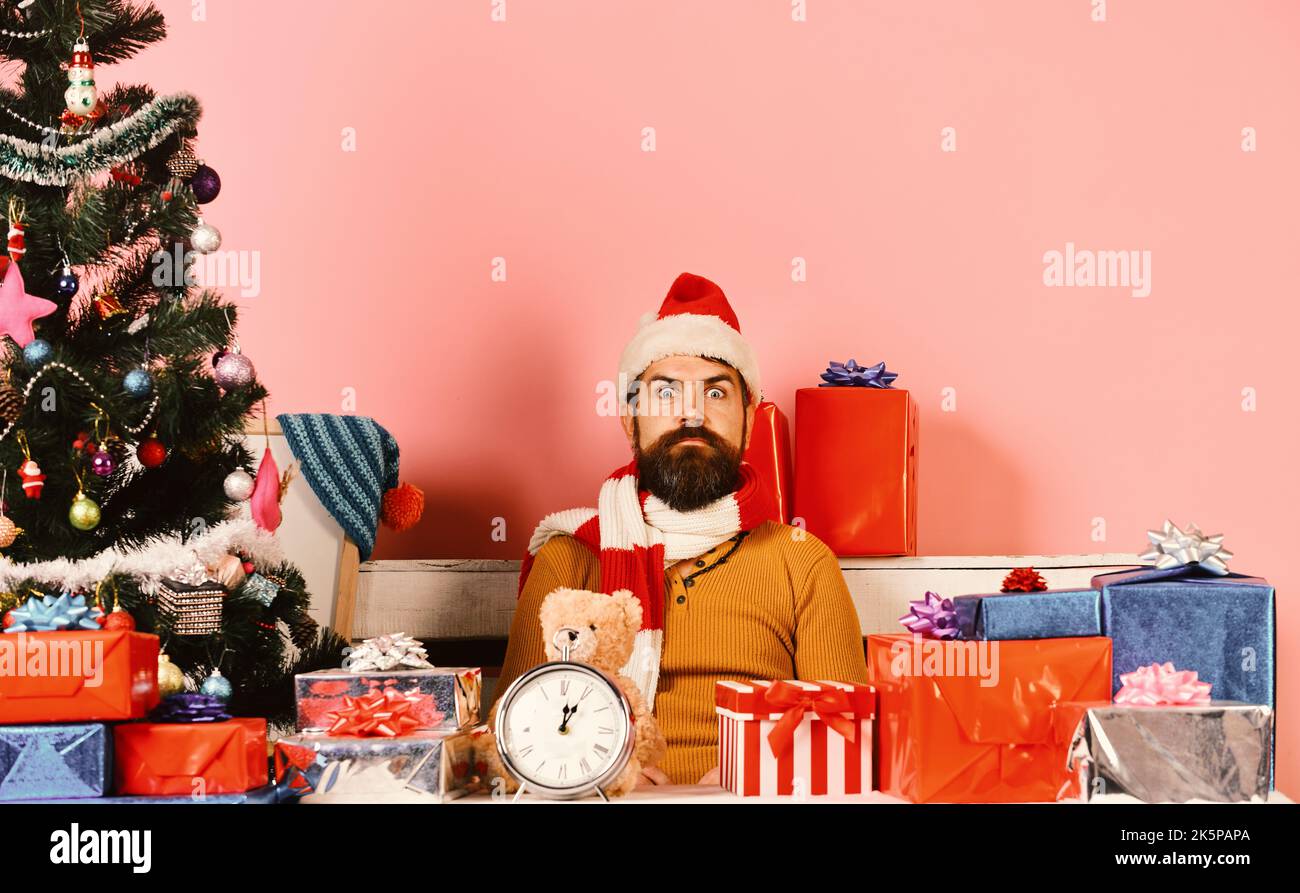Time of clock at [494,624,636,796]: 12:04
